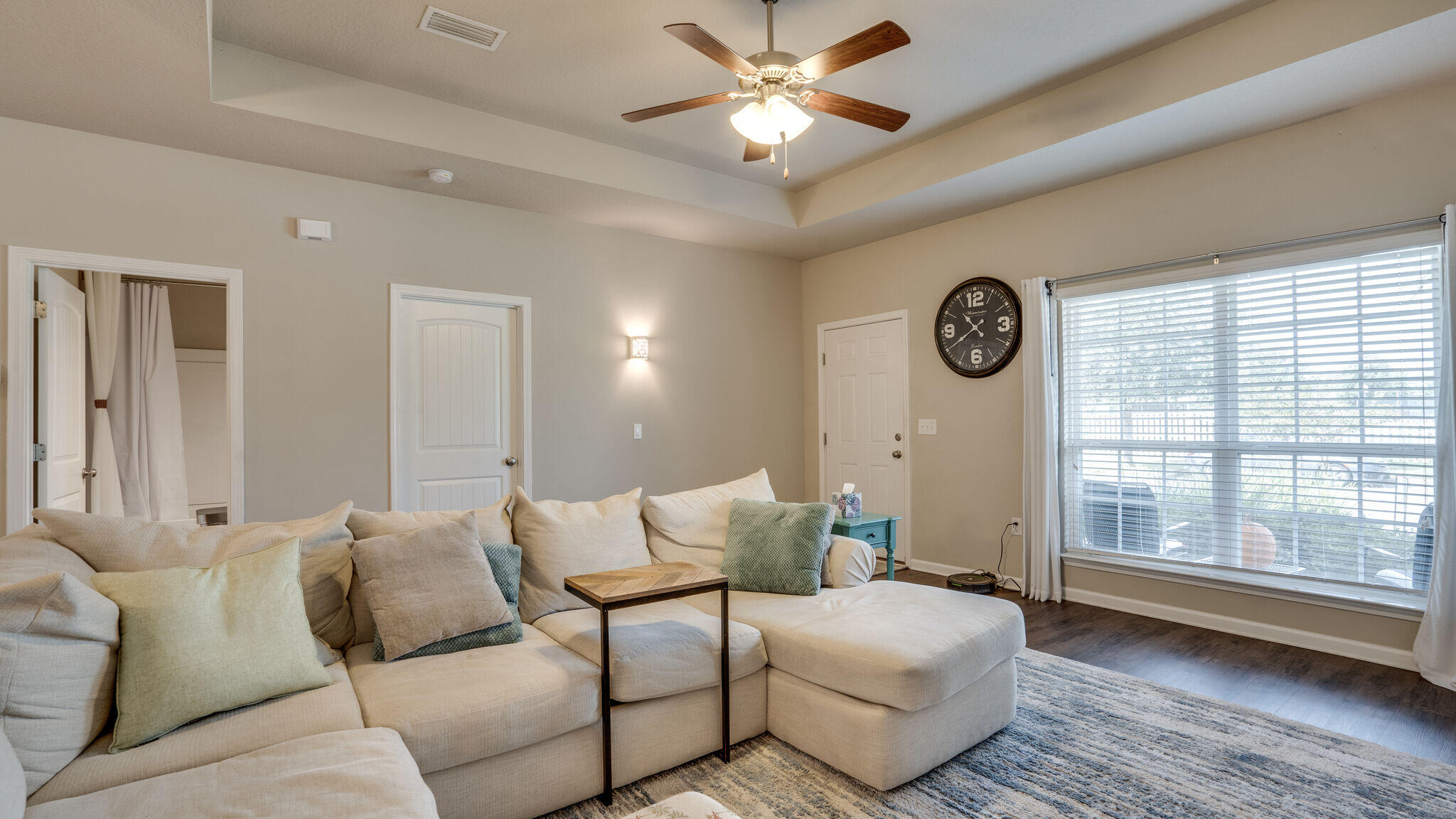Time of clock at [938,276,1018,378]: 10:39
